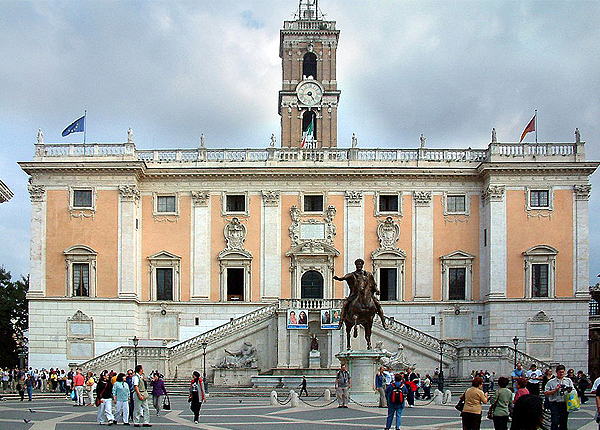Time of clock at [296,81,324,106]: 4:42
